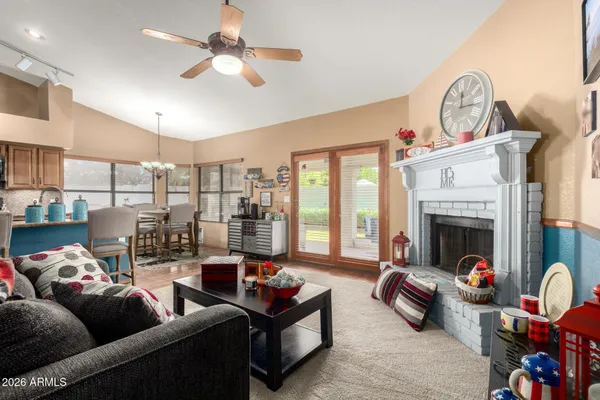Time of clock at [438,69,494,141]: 12:16
